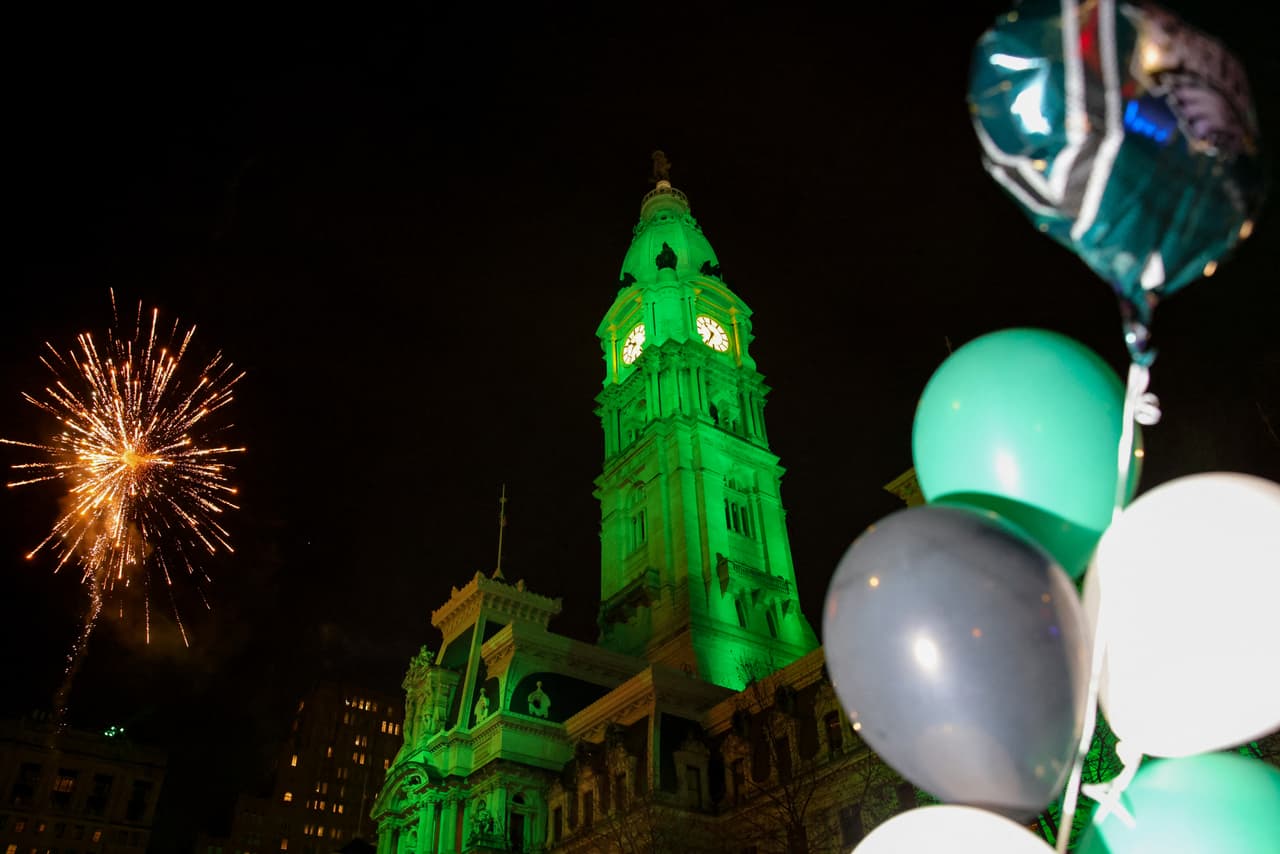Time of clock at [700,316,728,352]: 10:34
